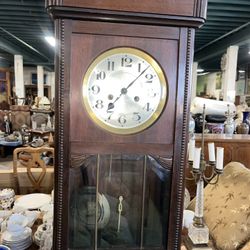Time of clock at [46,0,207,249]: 7:07
